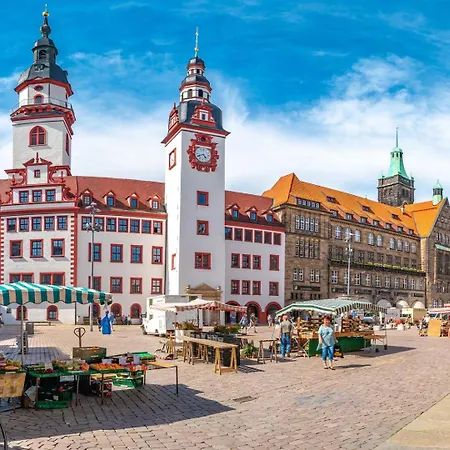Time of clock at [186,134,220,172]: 4:41
